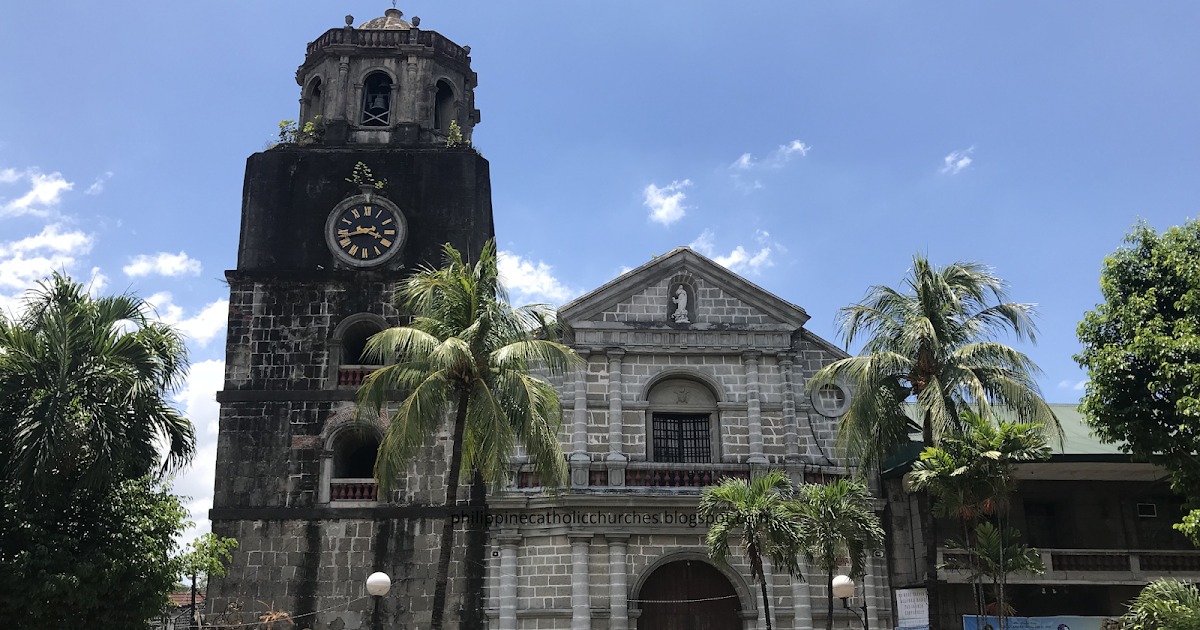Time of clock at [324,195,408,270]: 3:42
